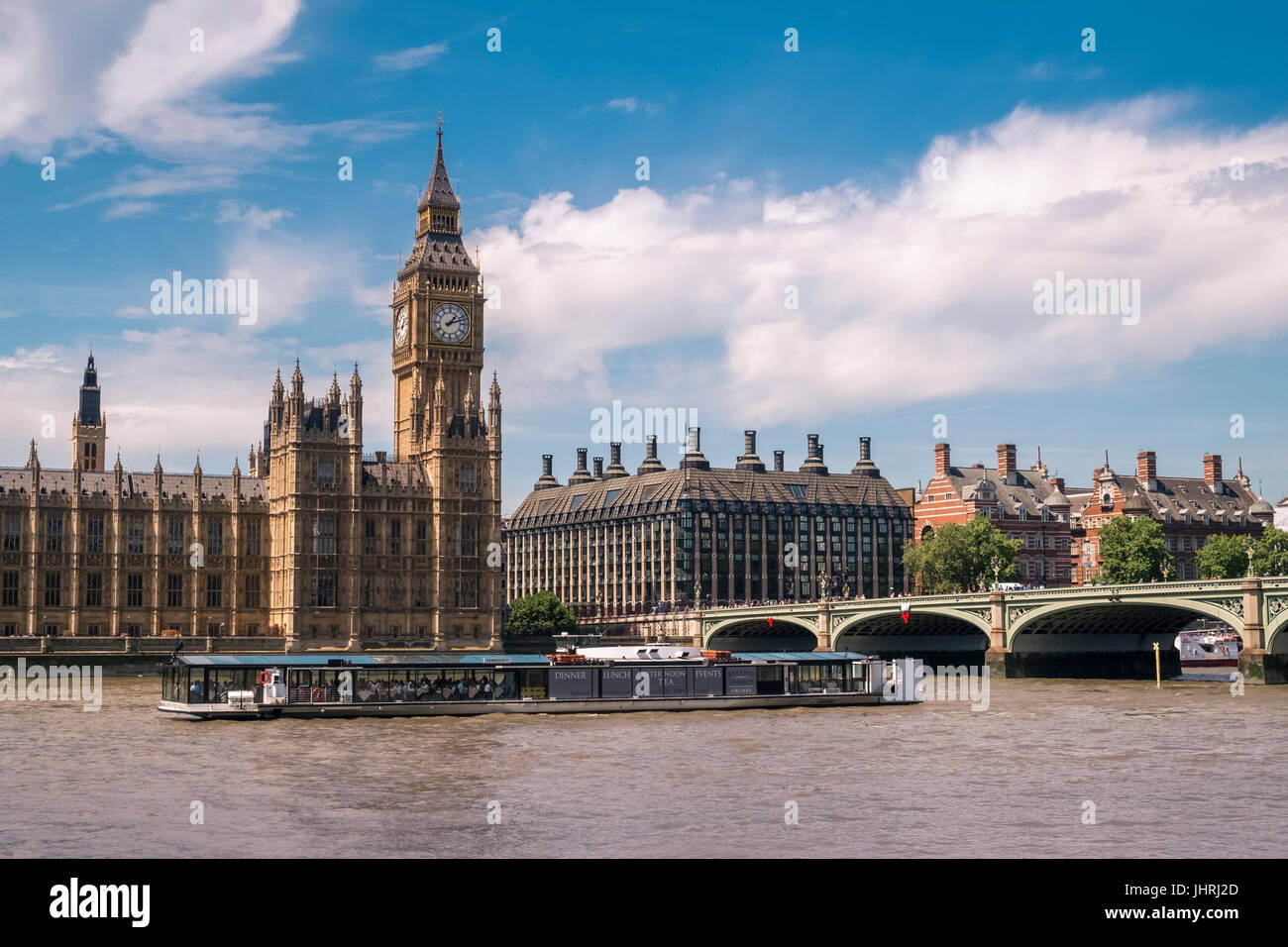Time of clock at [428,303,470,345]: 1:12
